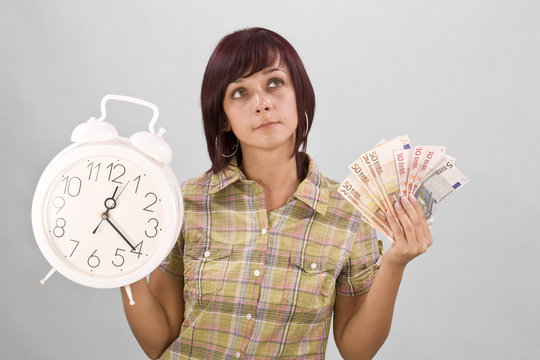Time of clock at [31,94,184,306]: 12:20
